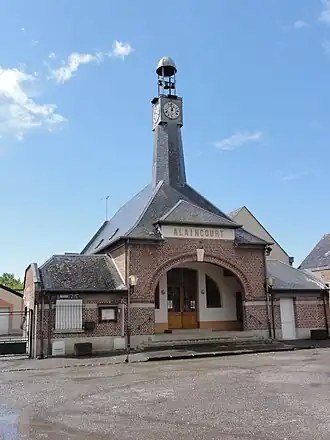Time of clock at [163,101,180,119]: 12:57
